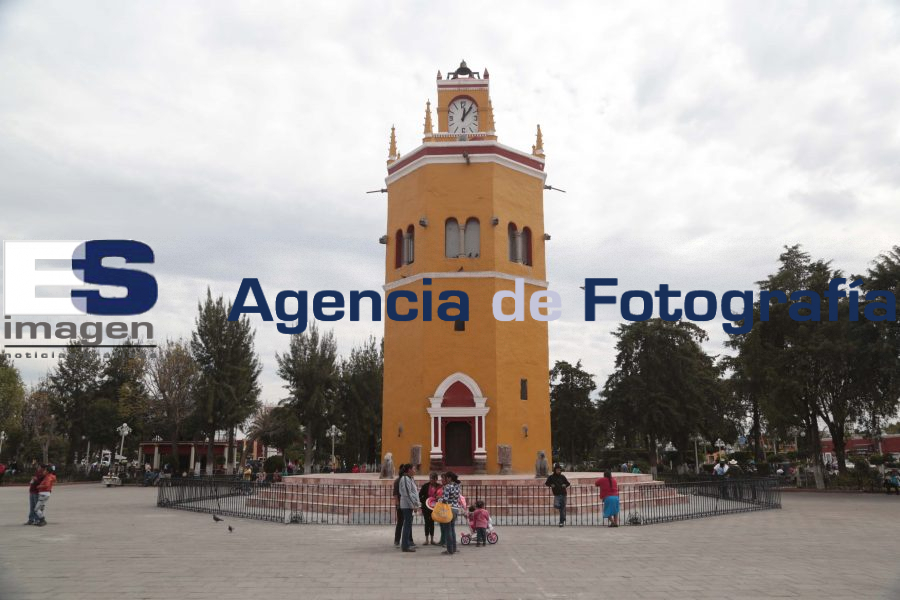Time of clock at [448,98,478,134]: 12:06
